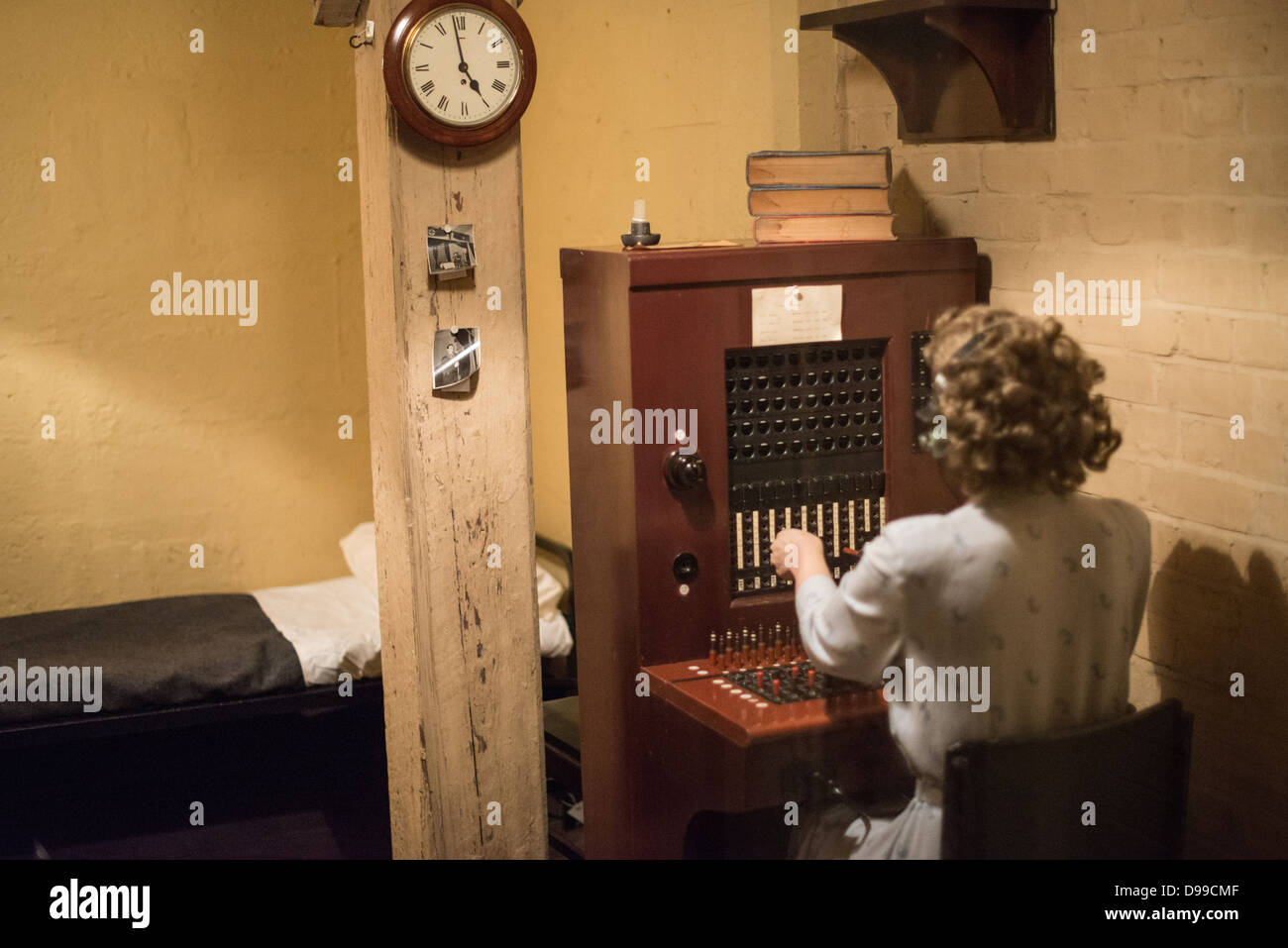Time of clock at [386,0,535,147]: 4:58
